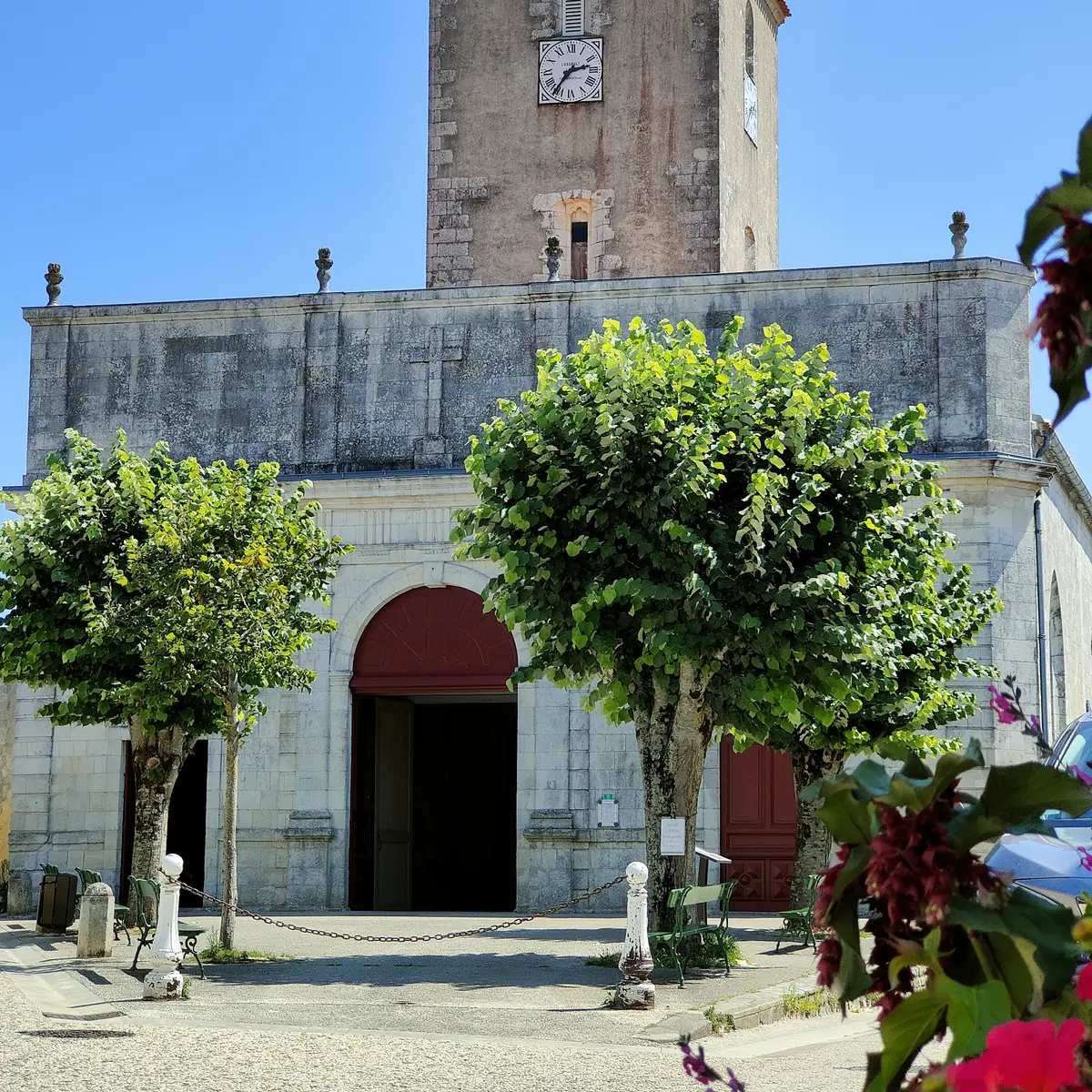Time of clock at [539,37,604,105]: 2:36
